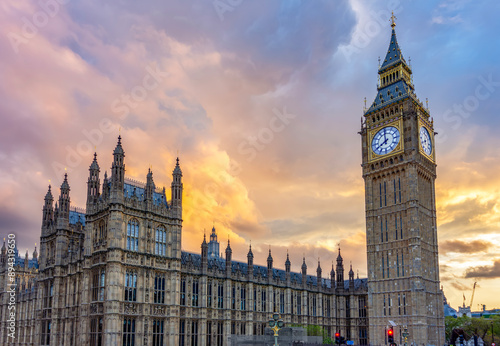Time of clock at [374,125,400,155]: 7:59
